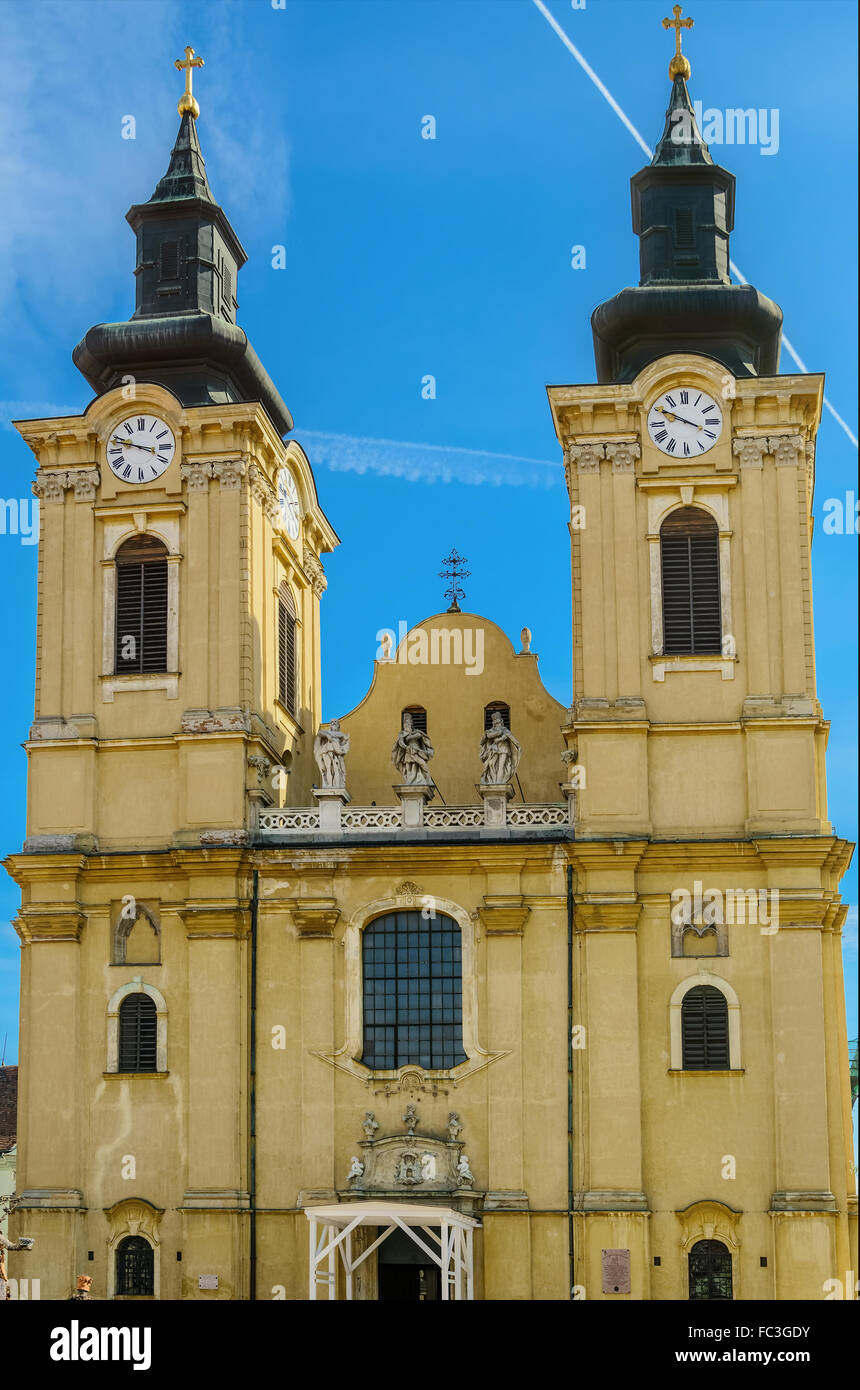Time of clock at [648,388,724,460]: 3:49
